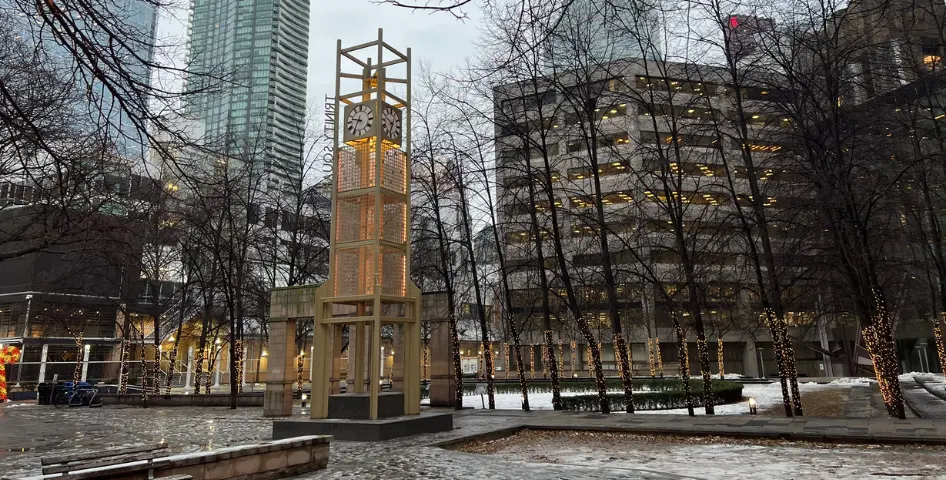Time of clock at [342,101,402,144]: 9:34
